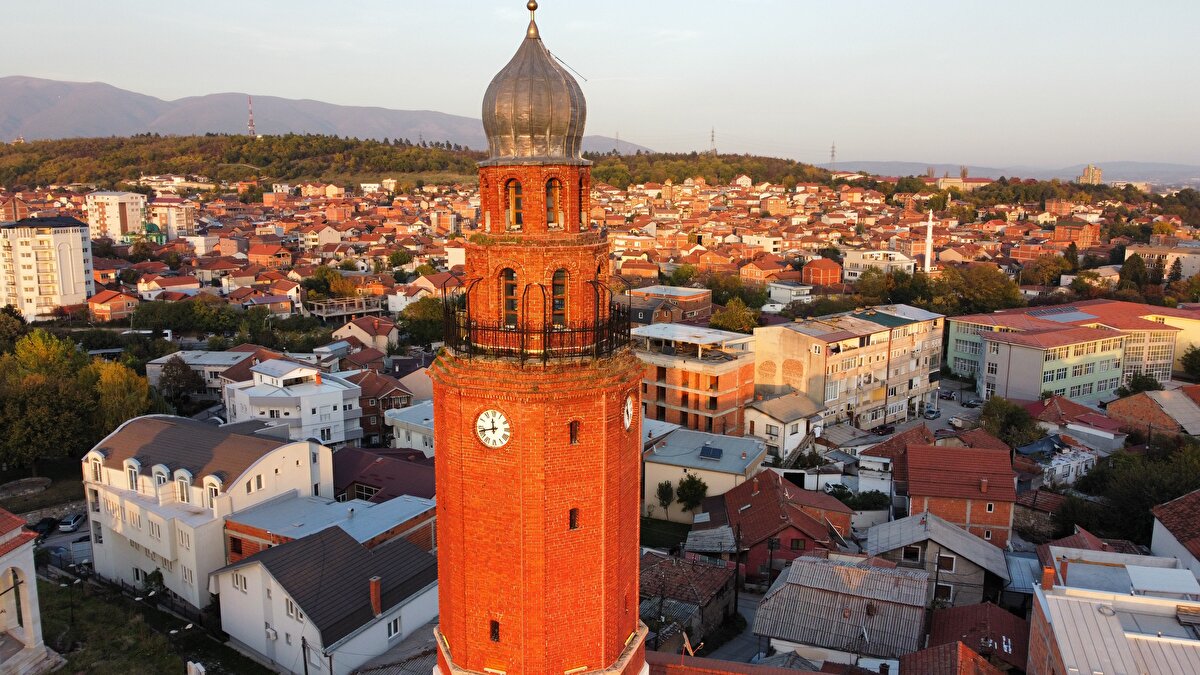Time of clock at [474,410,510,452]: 11:42
